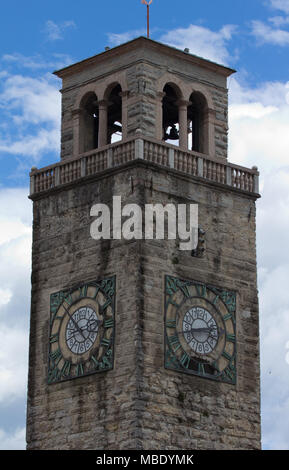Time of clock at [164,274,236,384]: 2:42
